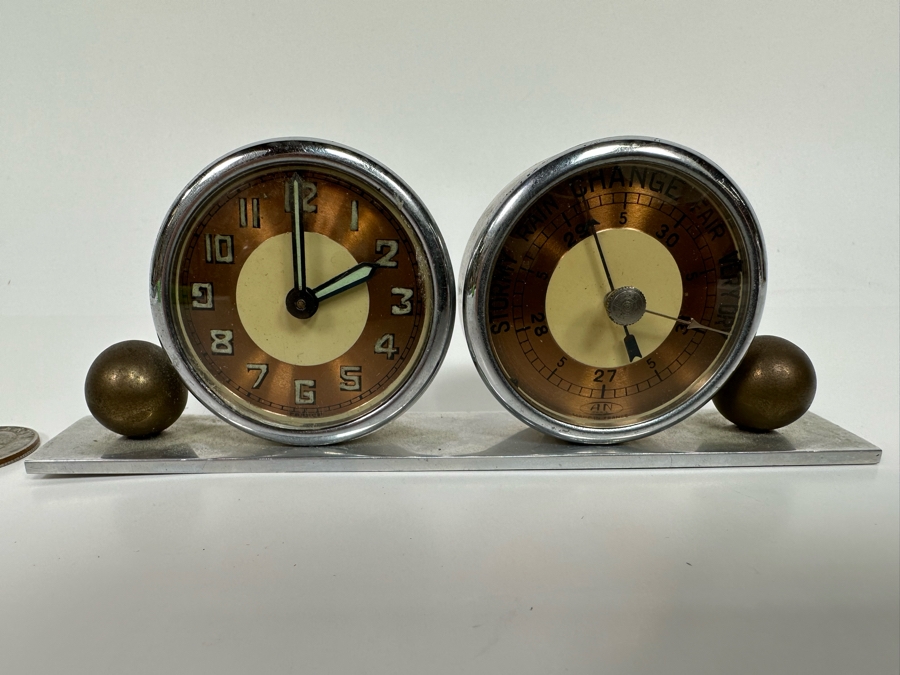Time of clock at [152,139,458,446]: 1:59
